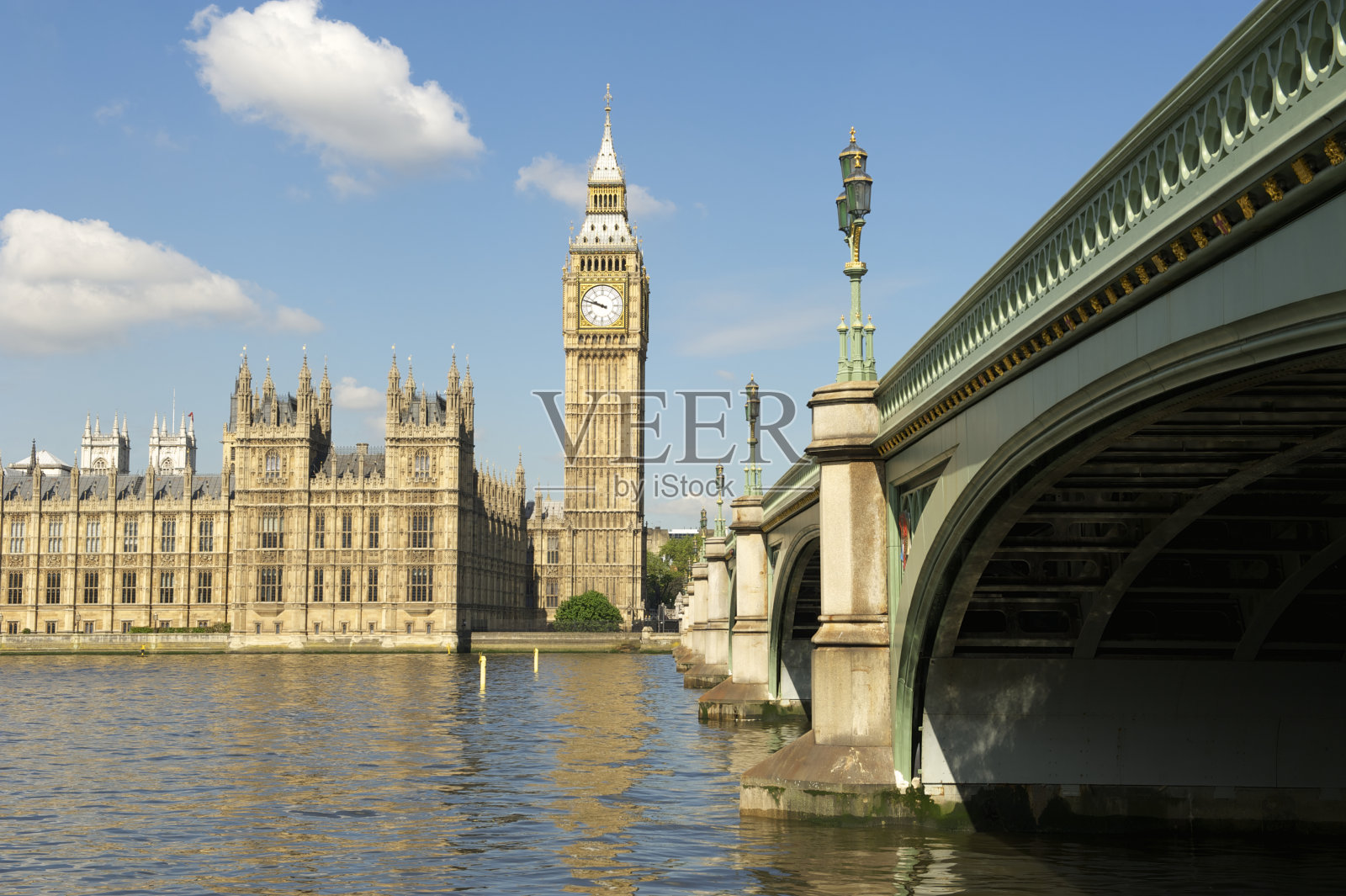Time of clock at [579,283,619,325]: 9:47
